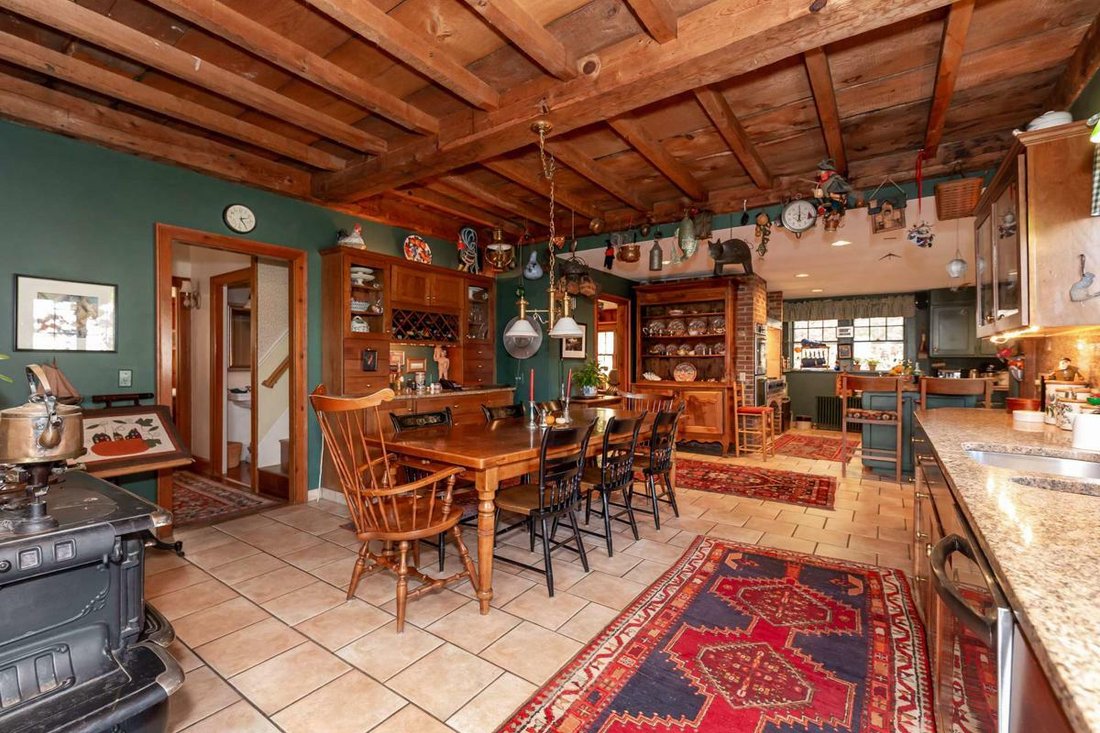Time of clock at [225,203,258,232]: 2:24
